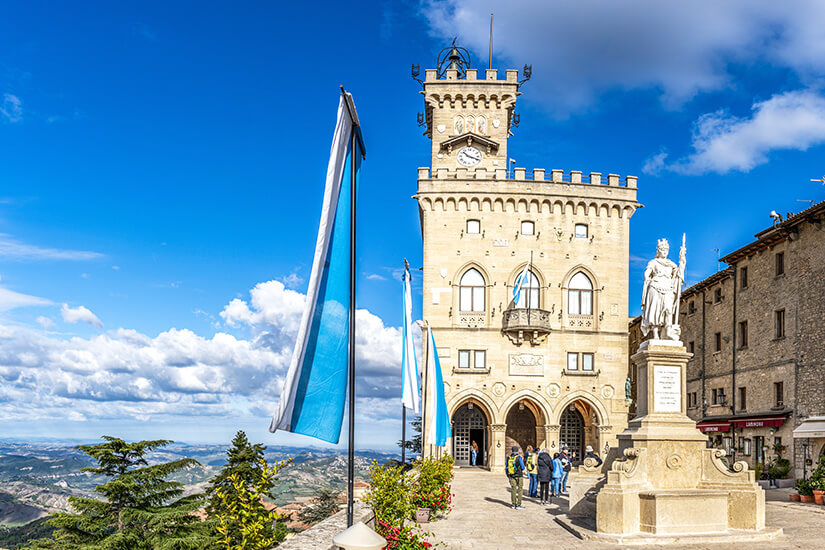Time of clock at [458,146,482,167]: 10:18
